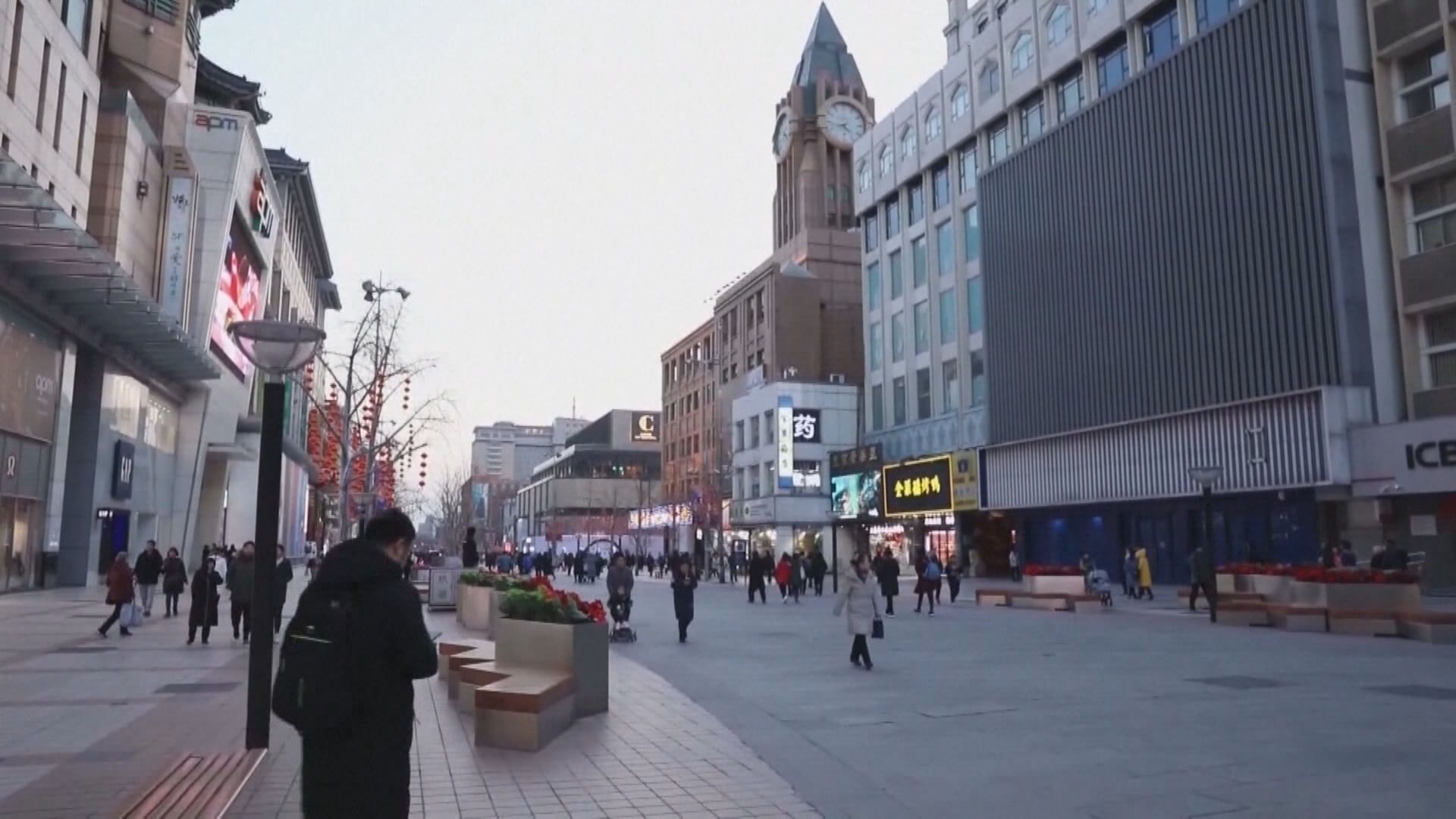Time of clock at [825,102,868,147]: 4:42
